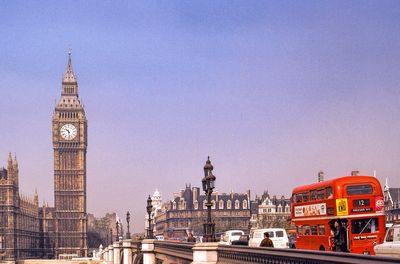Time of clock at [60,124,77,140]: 10:28
